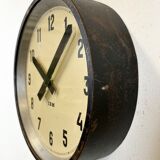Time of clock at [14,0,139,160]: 10:07
